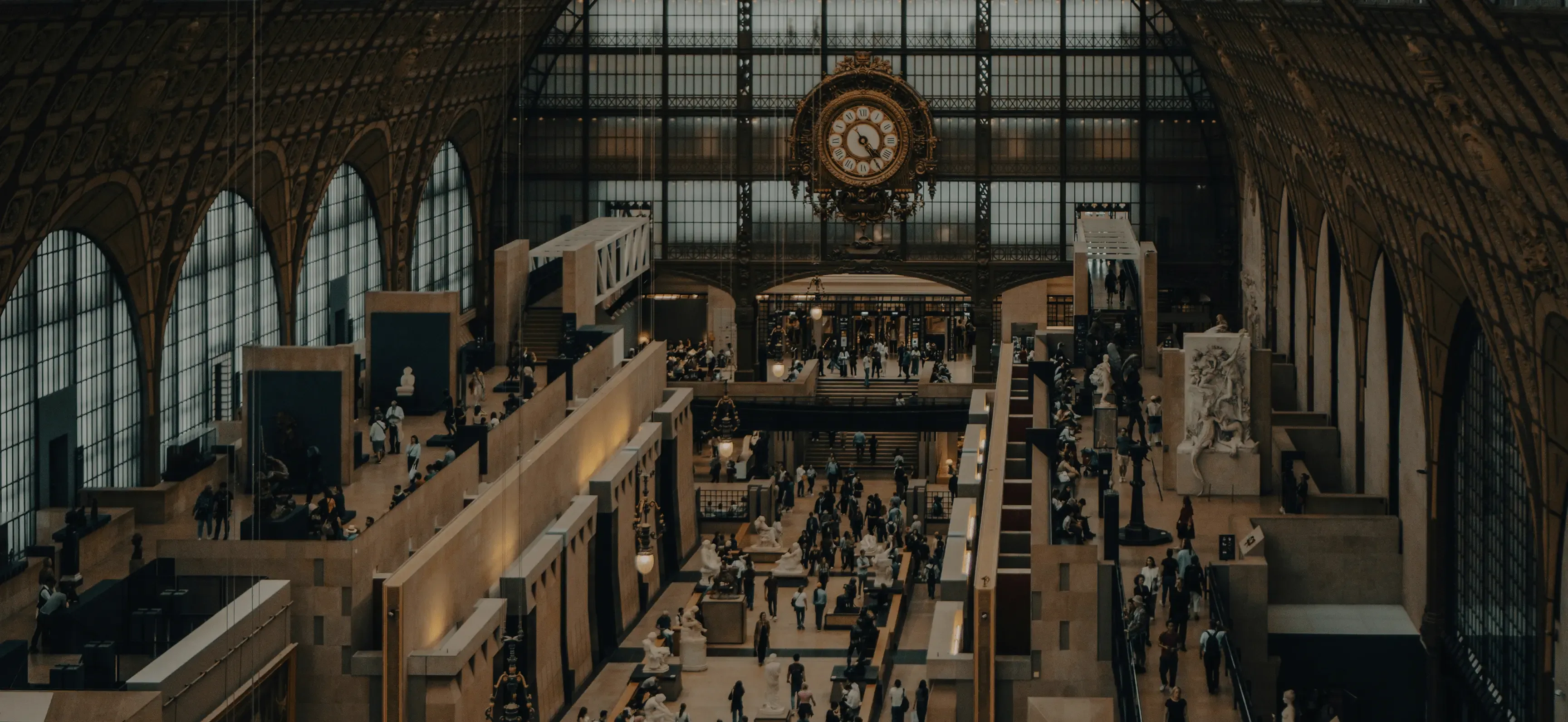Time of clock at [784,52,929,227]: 4:23
